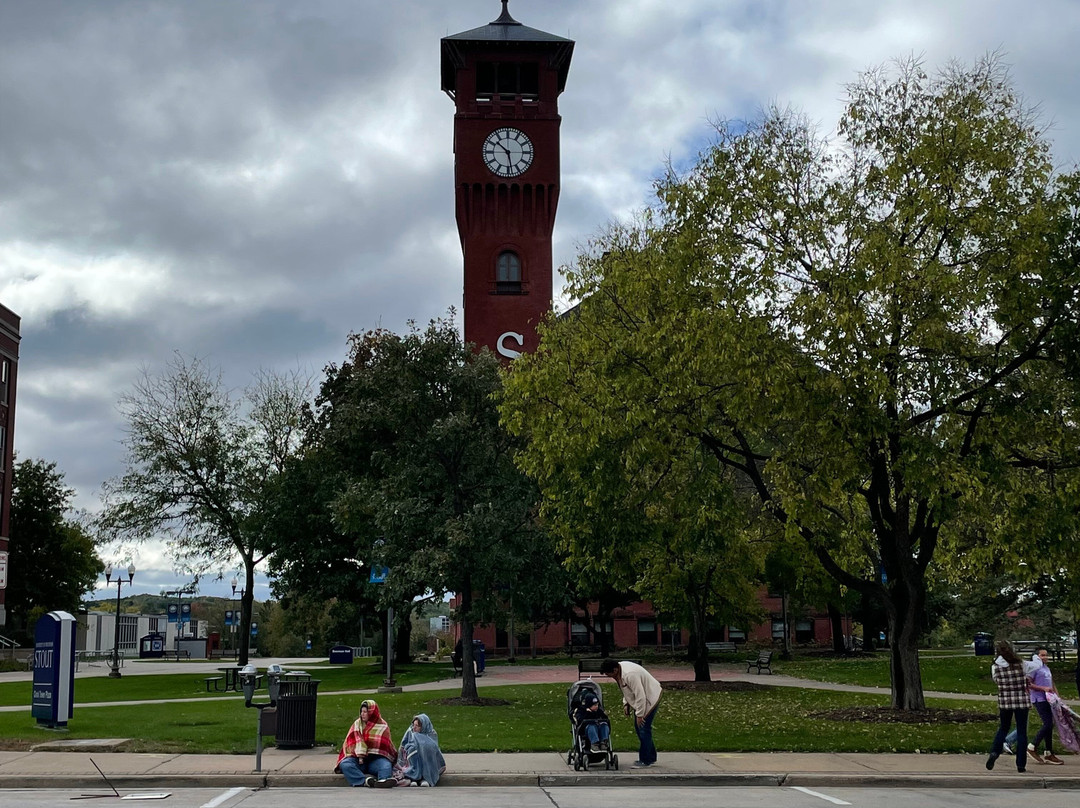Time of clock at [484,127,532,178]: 10:28
